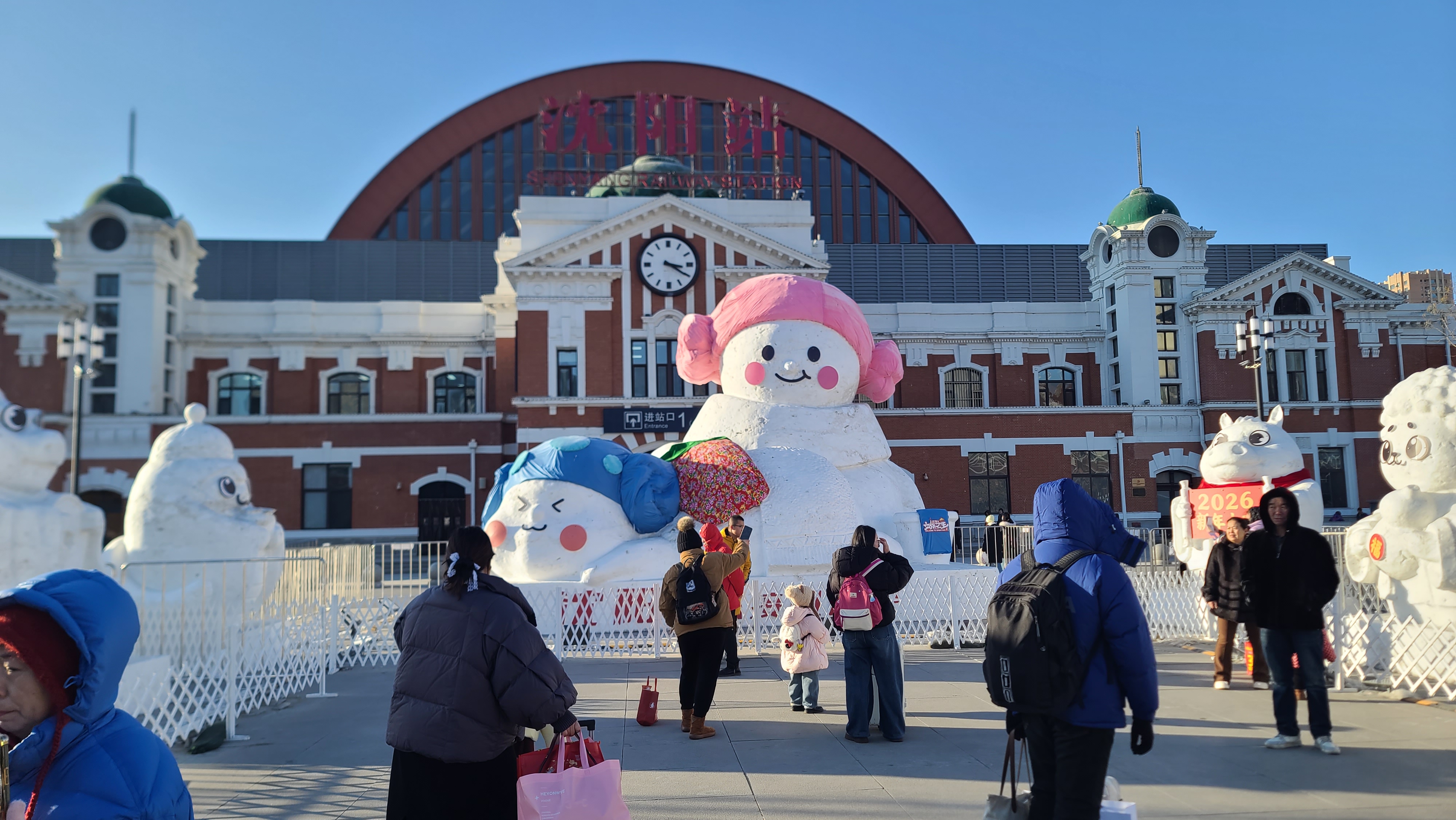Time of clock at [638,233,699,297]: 3:20
